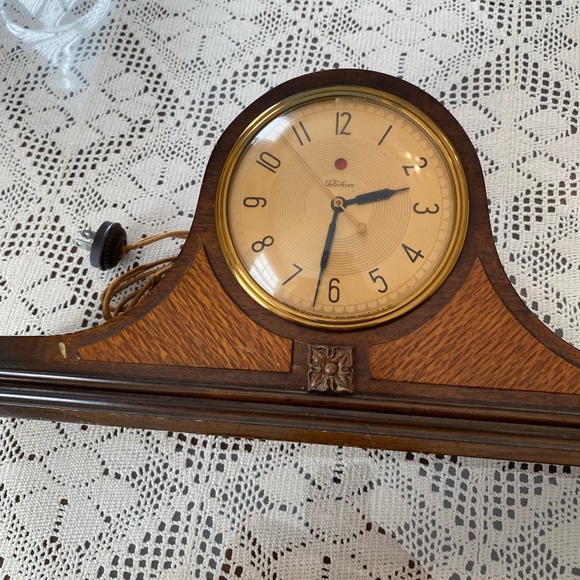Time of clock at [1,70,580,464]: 2:31
